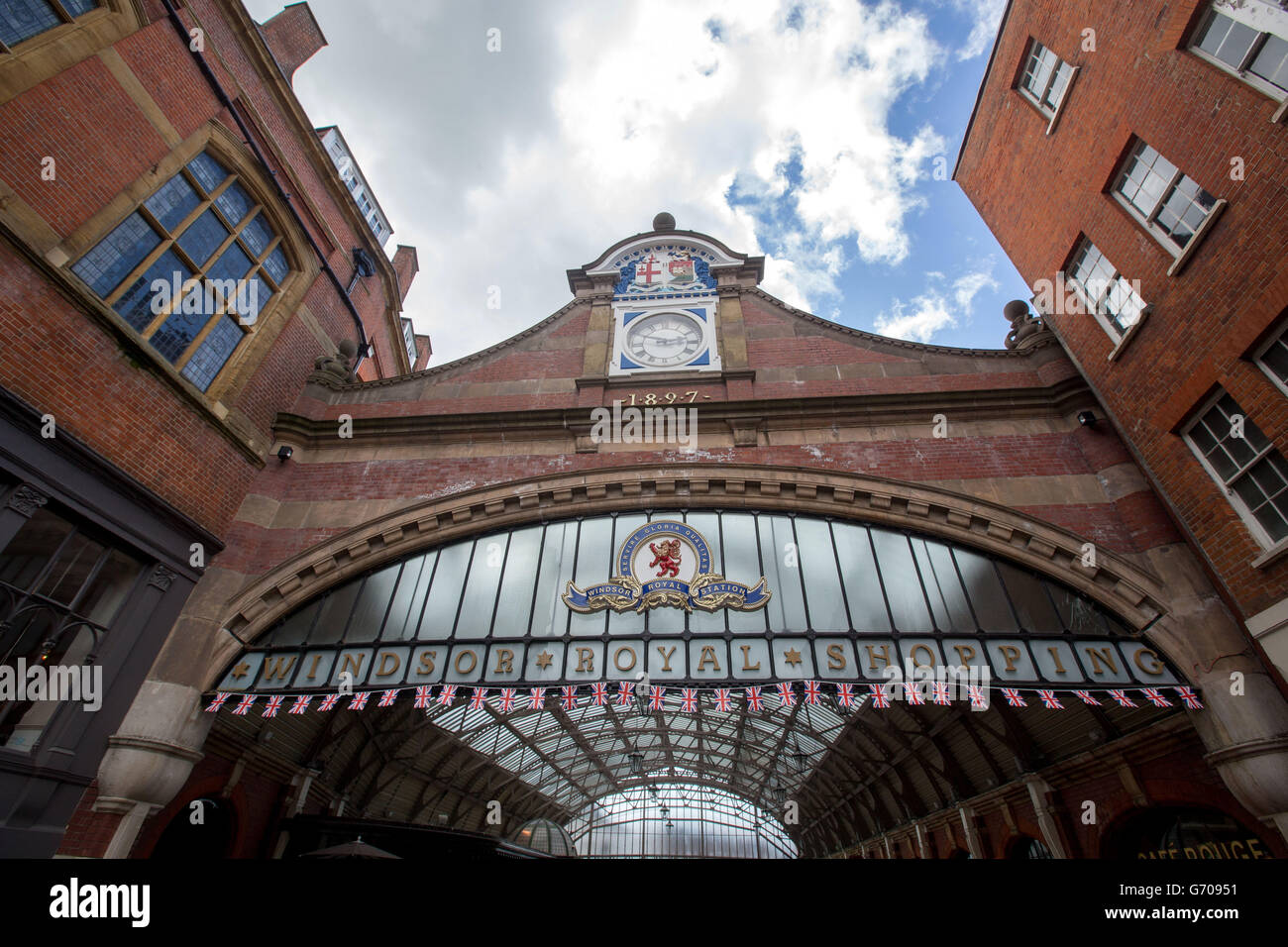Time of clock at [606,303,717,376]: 2:48
